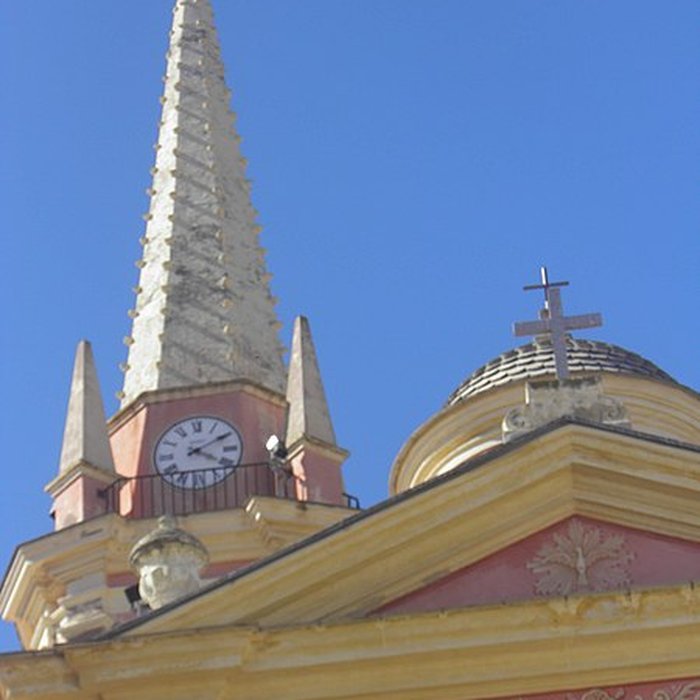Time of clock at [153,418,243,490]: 4:09
